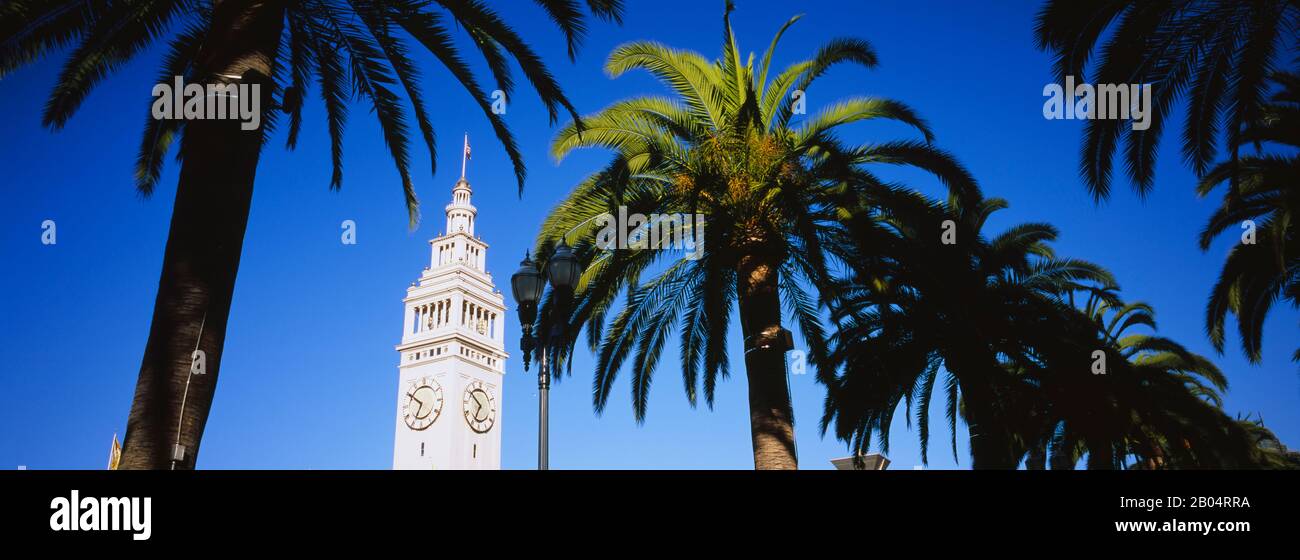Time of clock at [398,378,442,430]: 6:50
